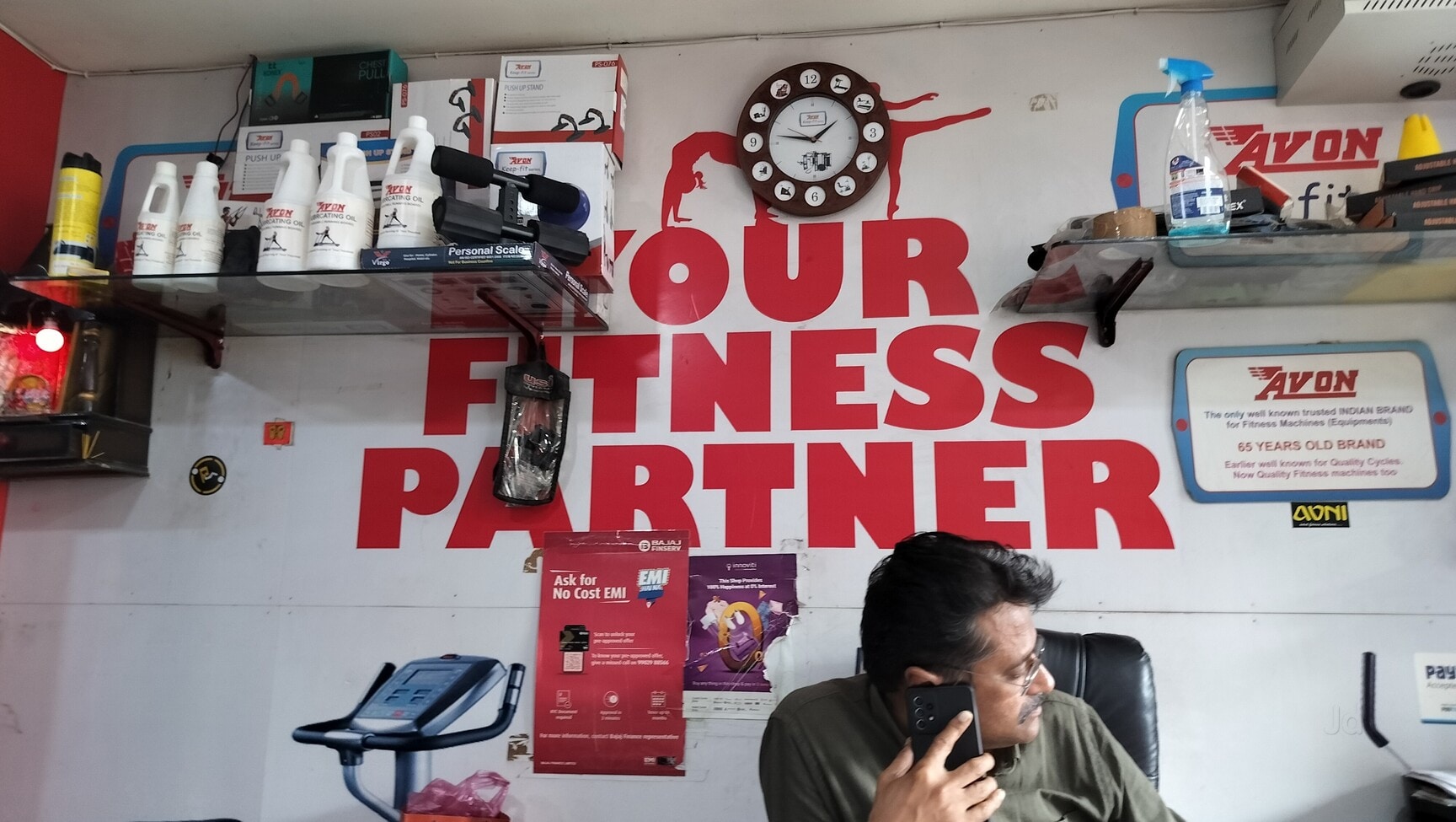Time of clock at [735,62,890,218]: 1:46
